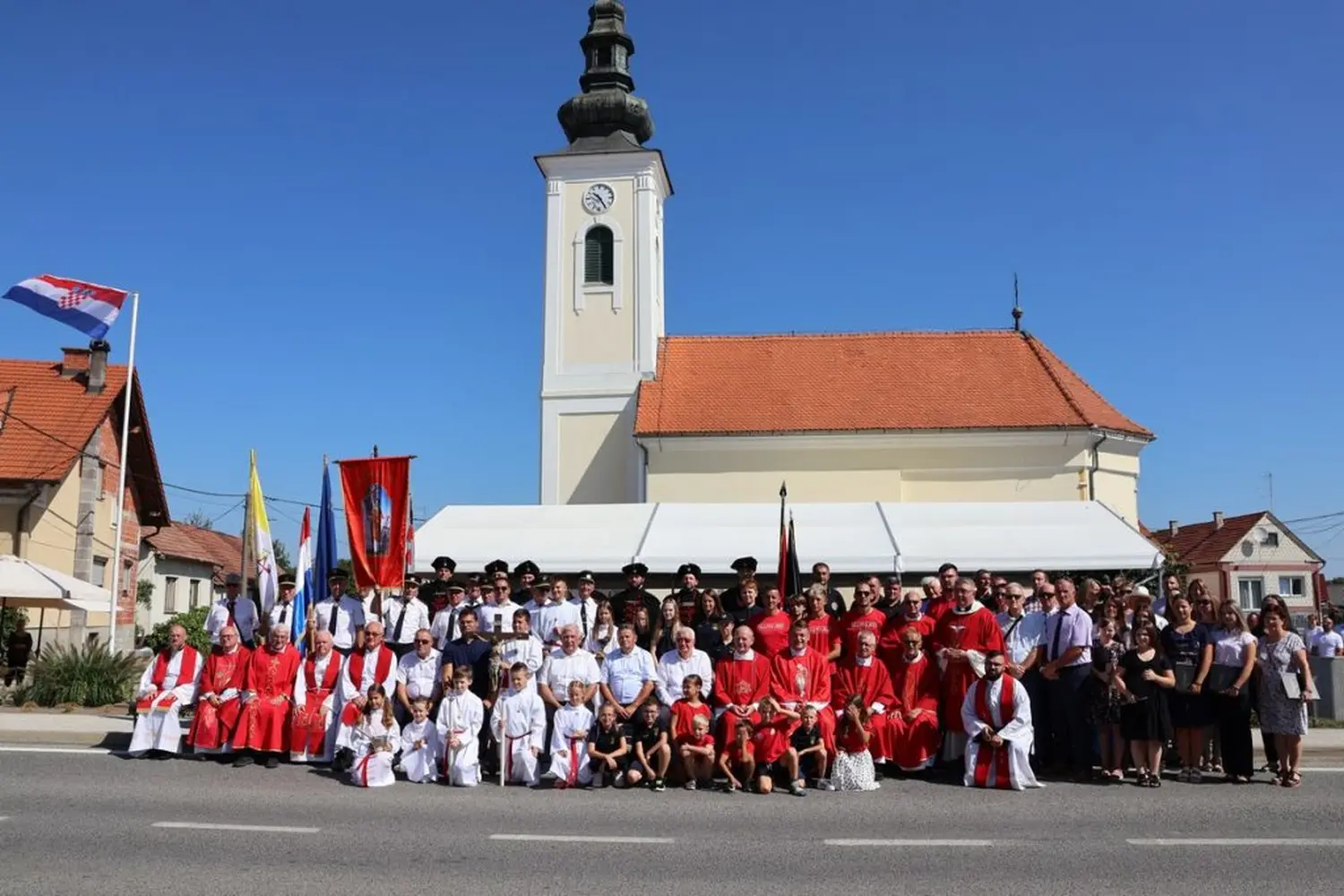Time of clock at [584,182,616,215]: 10:24
